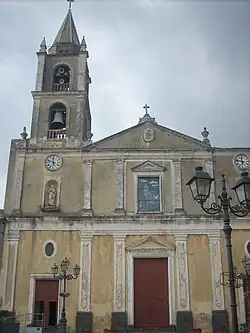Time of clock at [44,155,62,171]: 11:48
